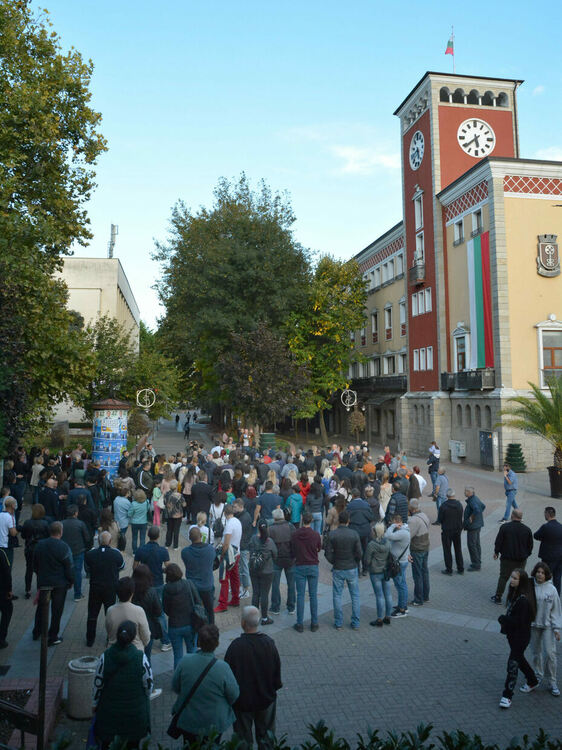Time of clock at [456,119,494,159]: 5:38
